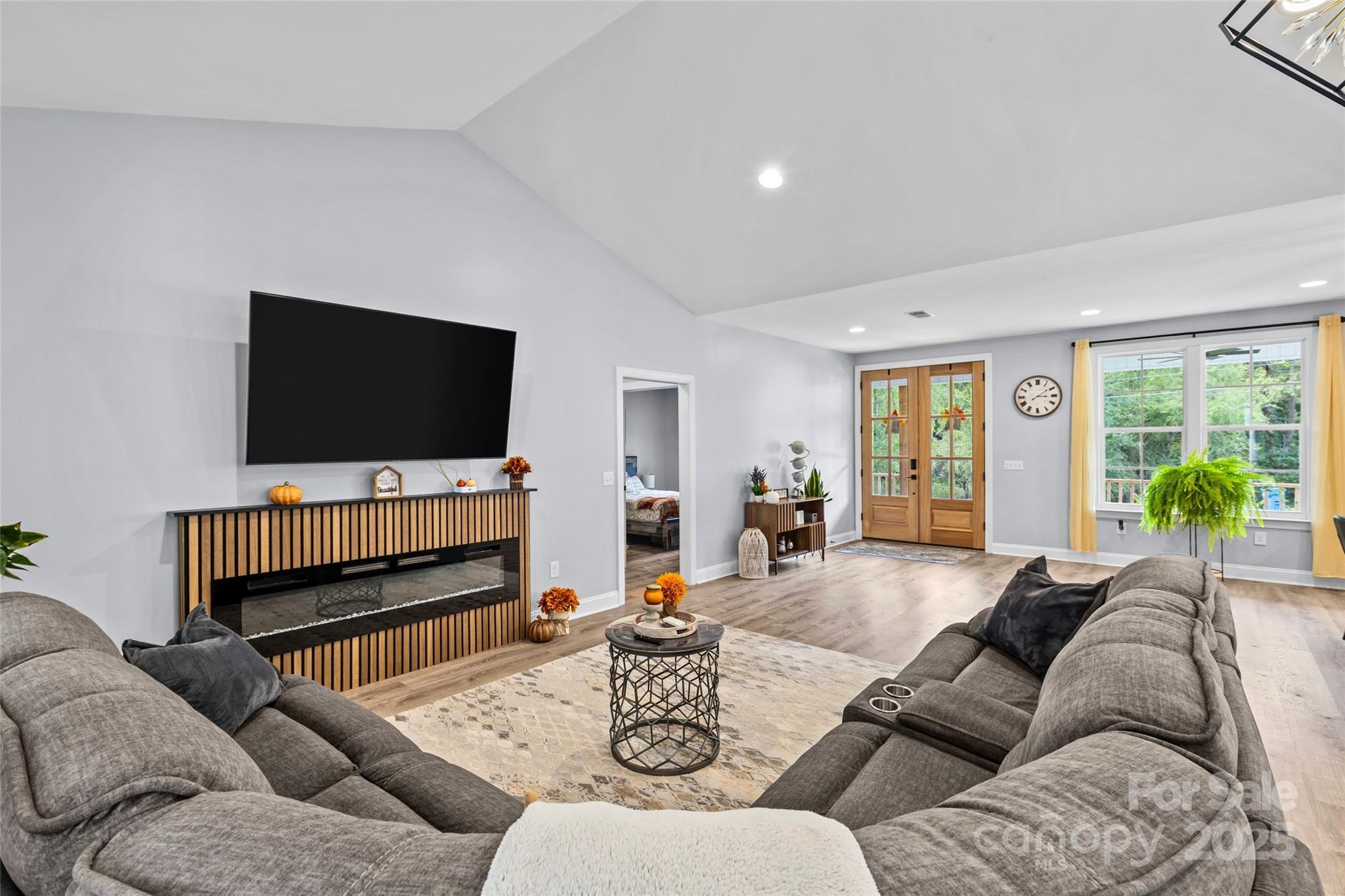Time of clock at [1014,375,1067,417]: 3:09
